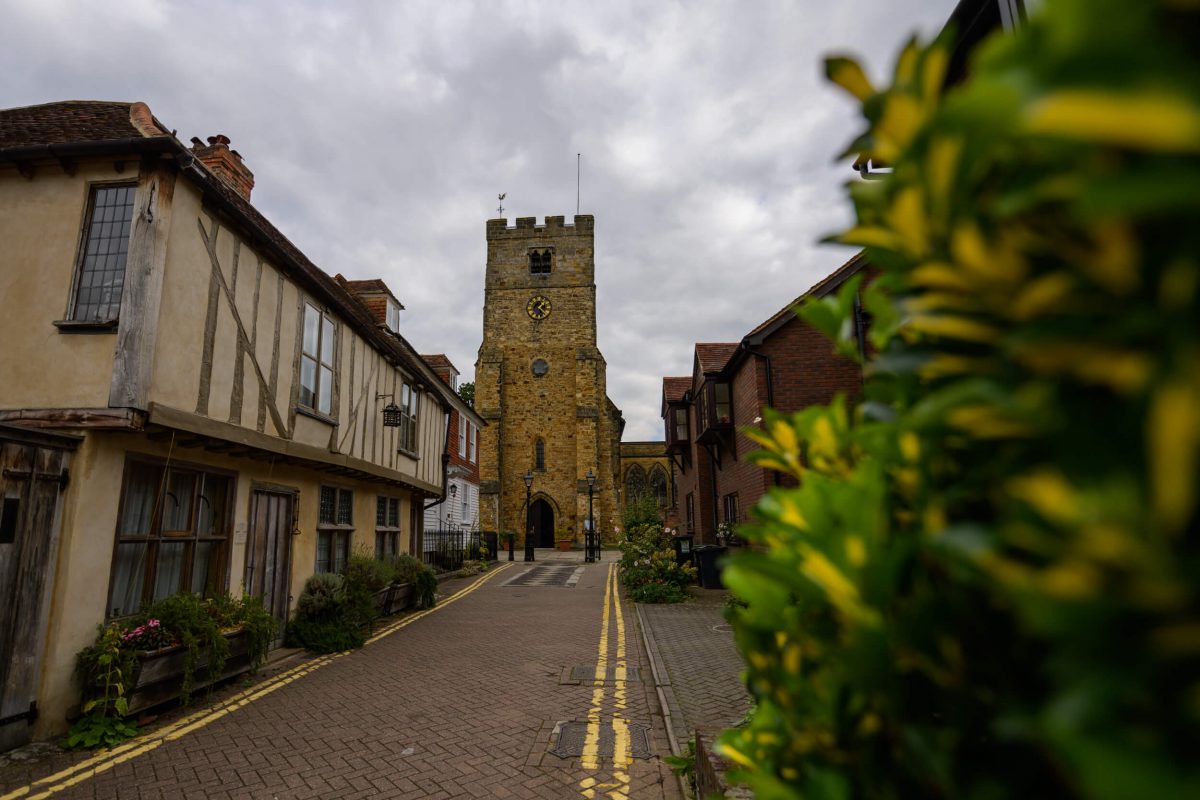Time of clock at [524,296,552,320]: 1:22
